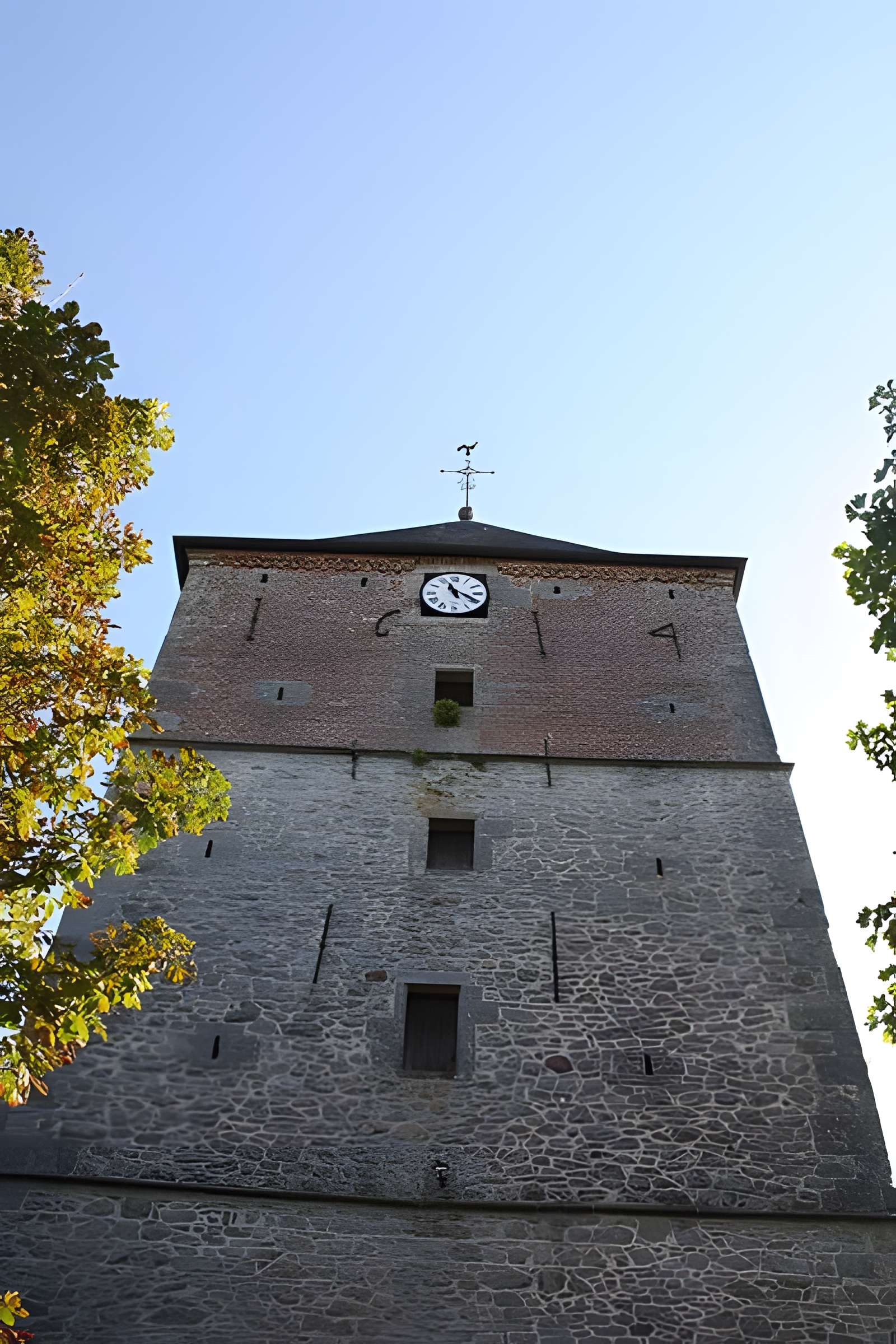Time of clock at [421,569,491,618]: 11:19
